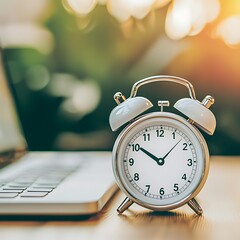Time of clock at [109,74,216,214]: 10:07
